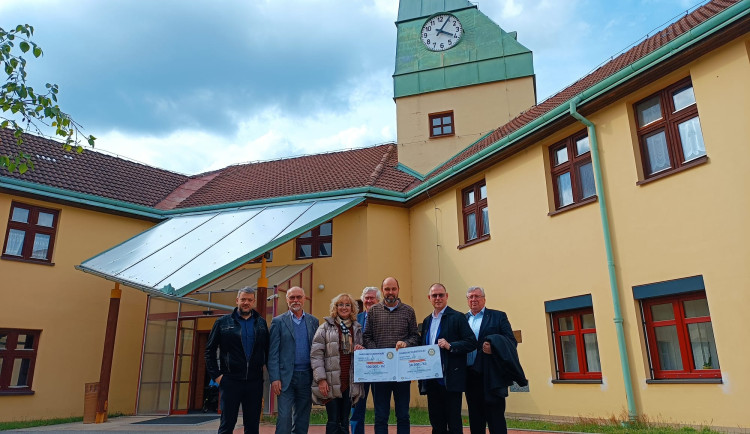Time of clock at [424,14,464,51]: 4:05
